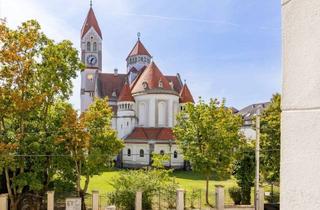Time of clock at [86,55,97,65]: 1:33
